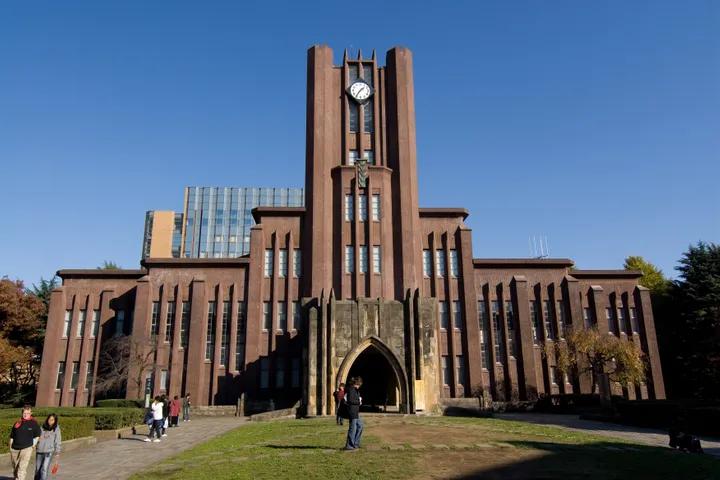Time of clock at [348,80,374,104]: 1:36
